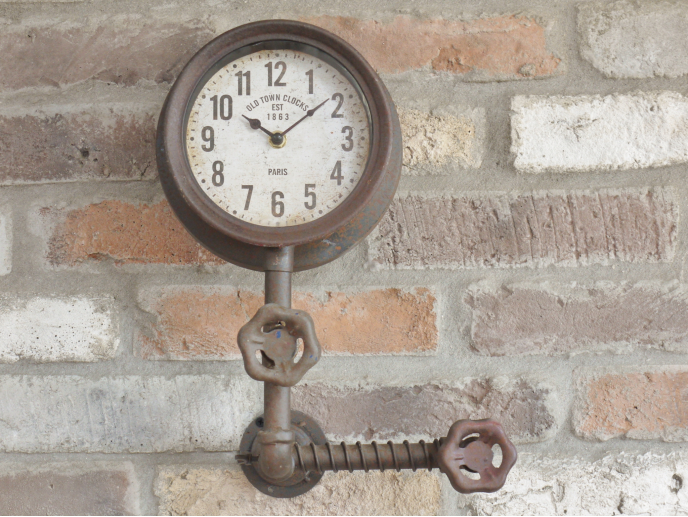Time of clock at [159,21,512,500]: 10:08
